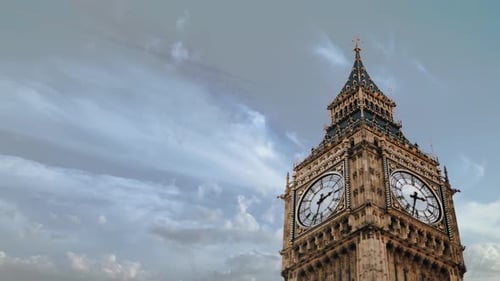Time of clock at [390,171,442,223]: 2:32
